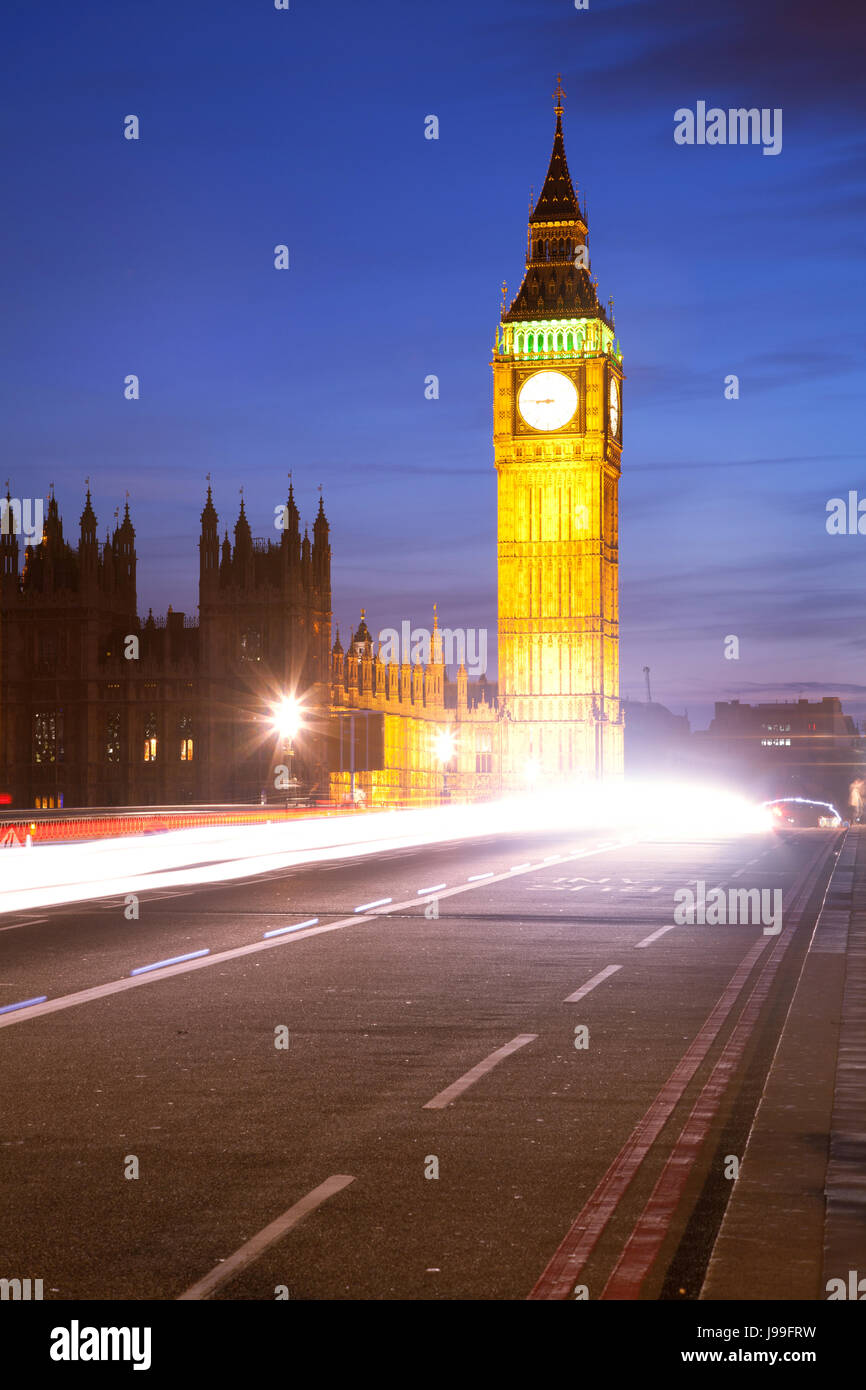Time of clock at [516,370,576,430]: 8:45
